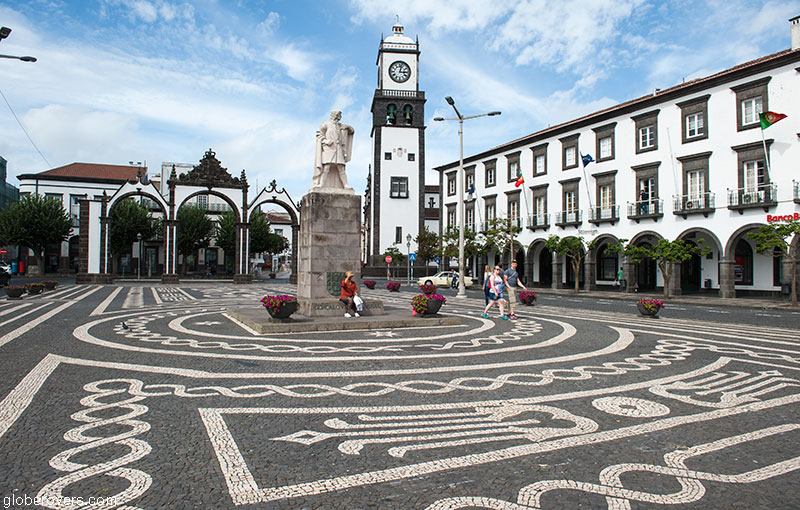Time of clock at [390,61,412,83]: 3:02
